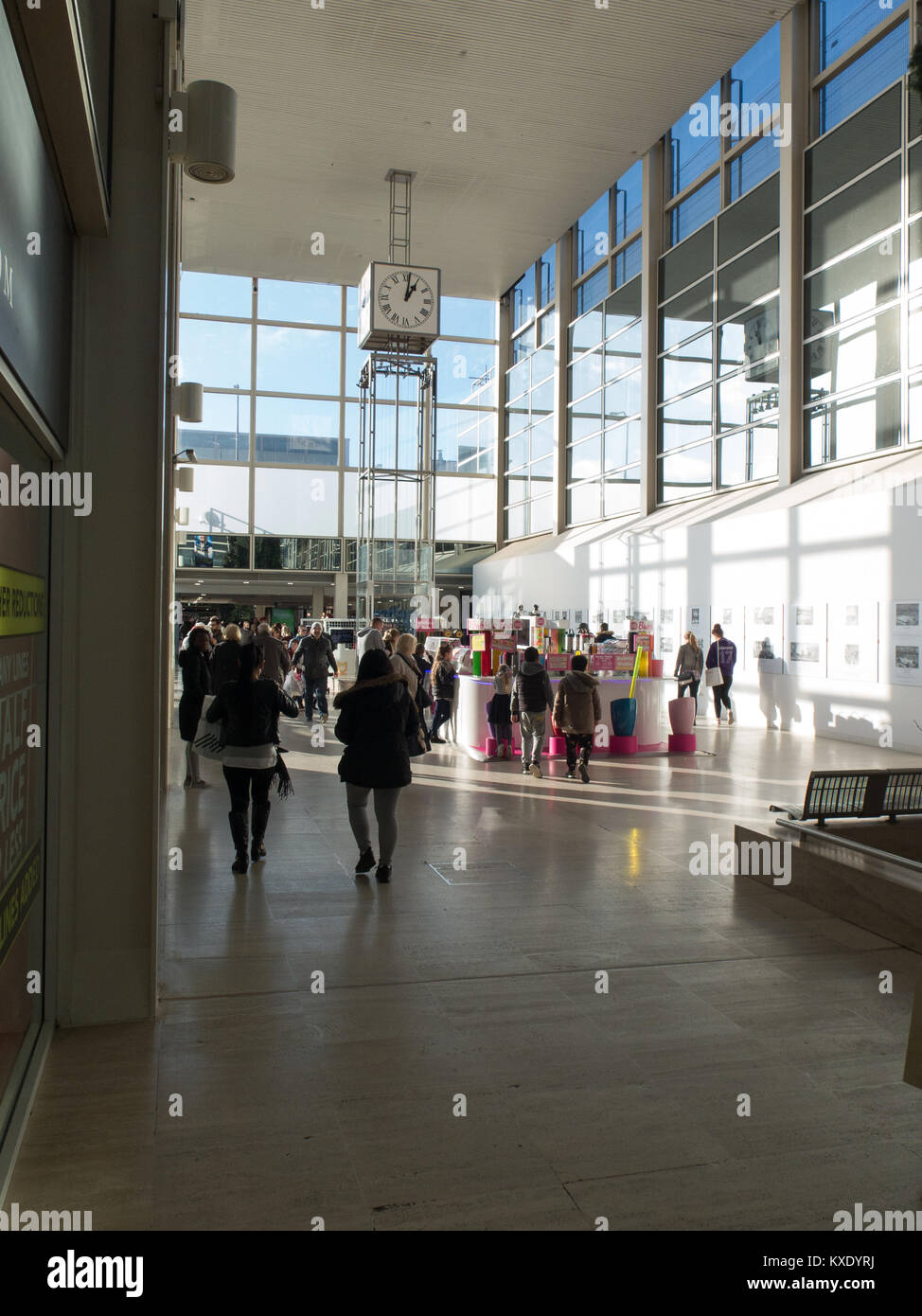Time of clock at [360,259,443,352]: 1:01
